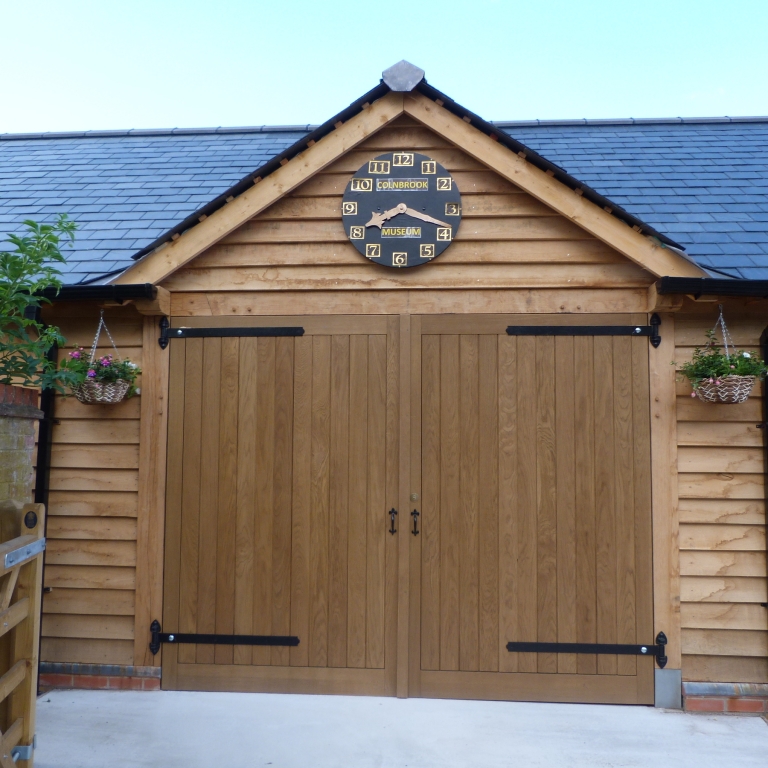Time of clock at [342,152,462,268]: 8:18
